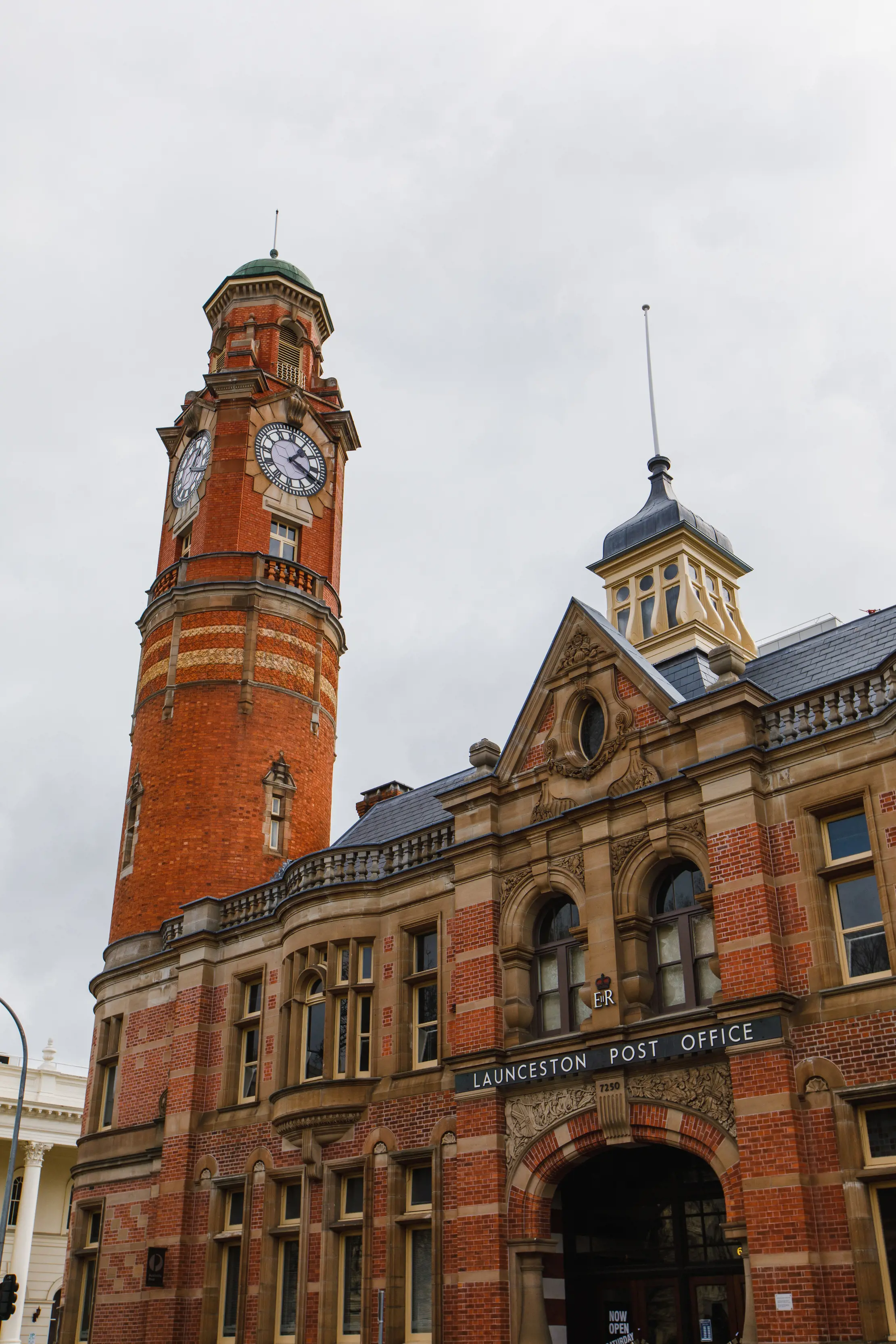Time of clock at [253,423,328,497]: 1:18
